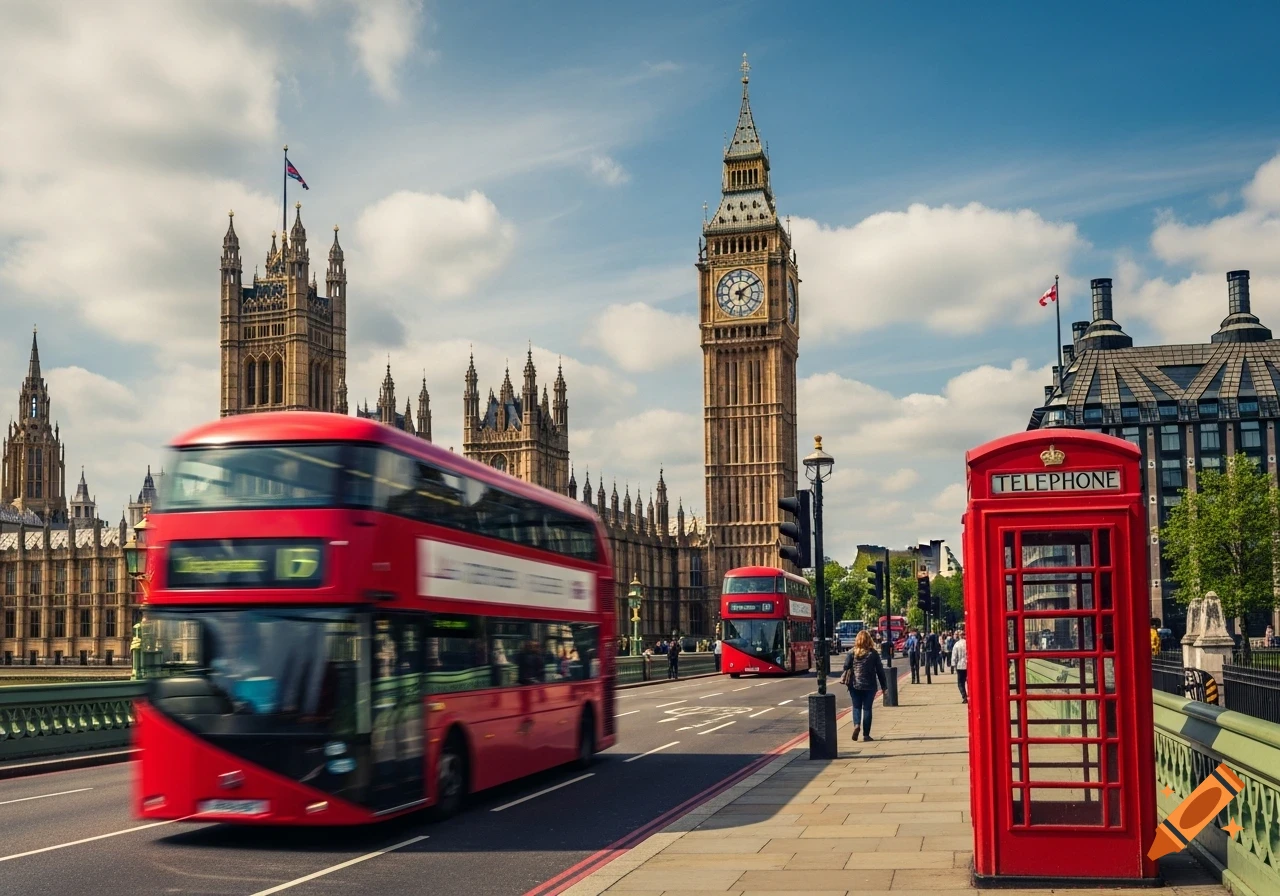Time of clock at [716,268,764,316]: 6:10
